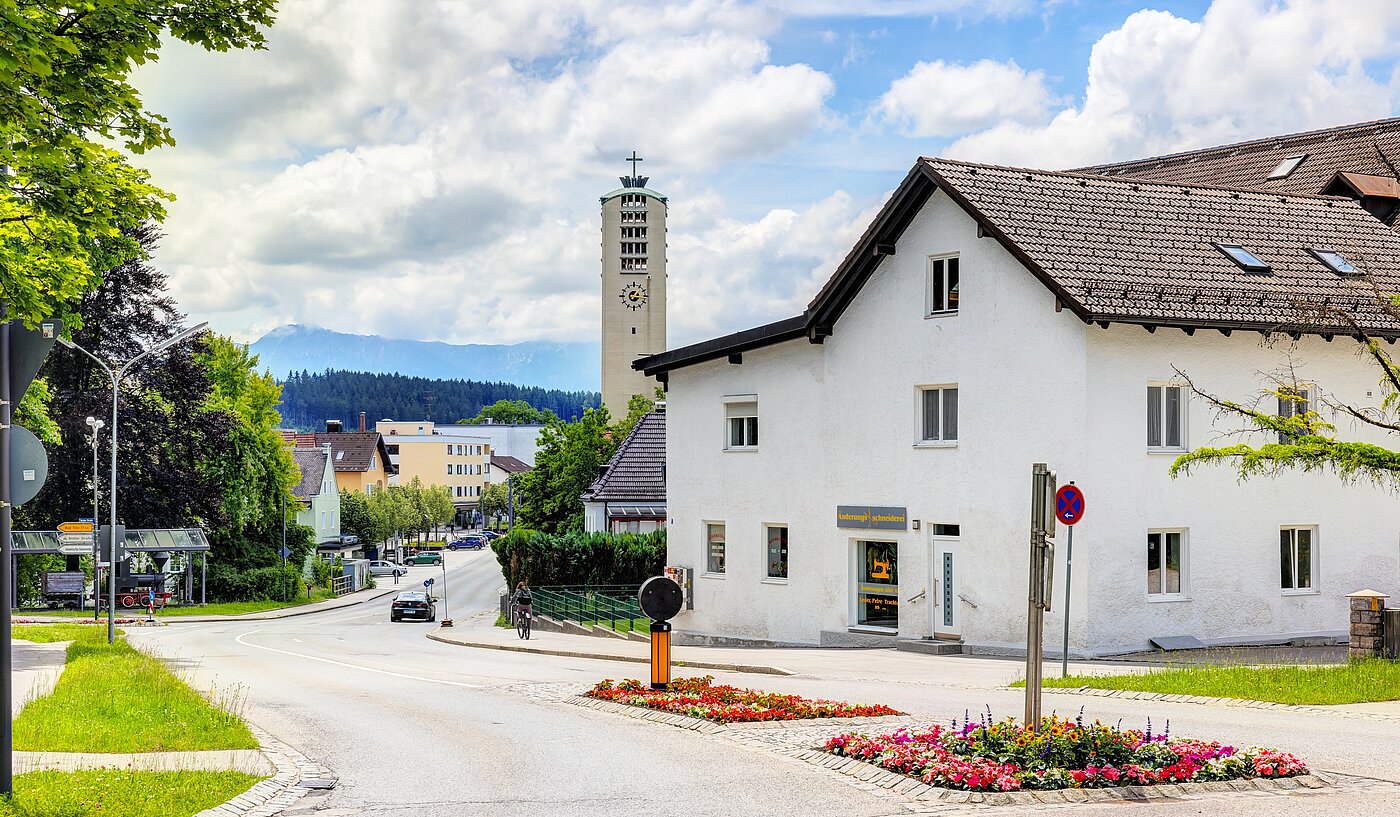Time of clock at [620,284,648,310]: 1:16
